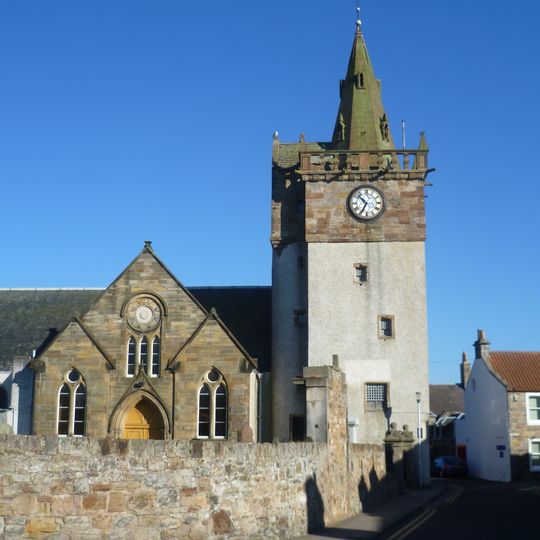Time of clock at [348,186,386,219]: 10:34
